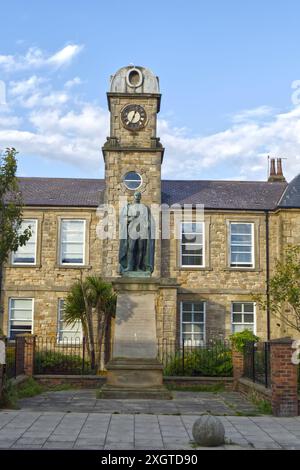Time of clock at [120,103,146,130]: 12:33
